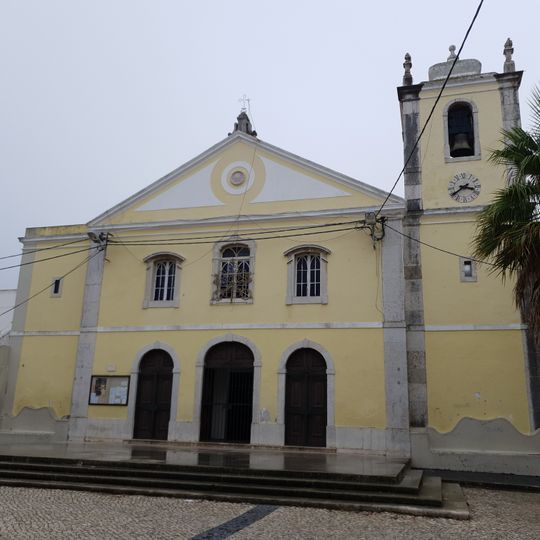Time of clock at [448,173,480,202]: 3:39
